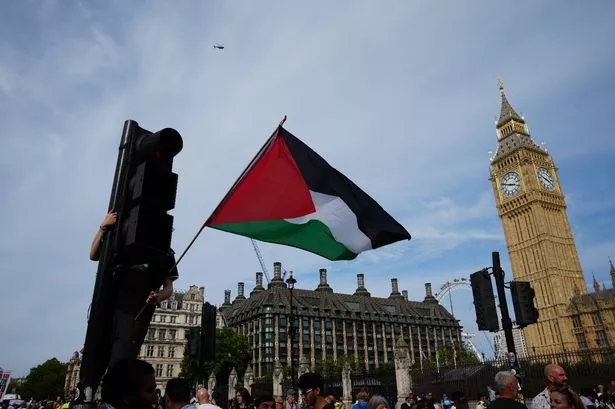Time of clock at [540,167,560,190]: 3:48
